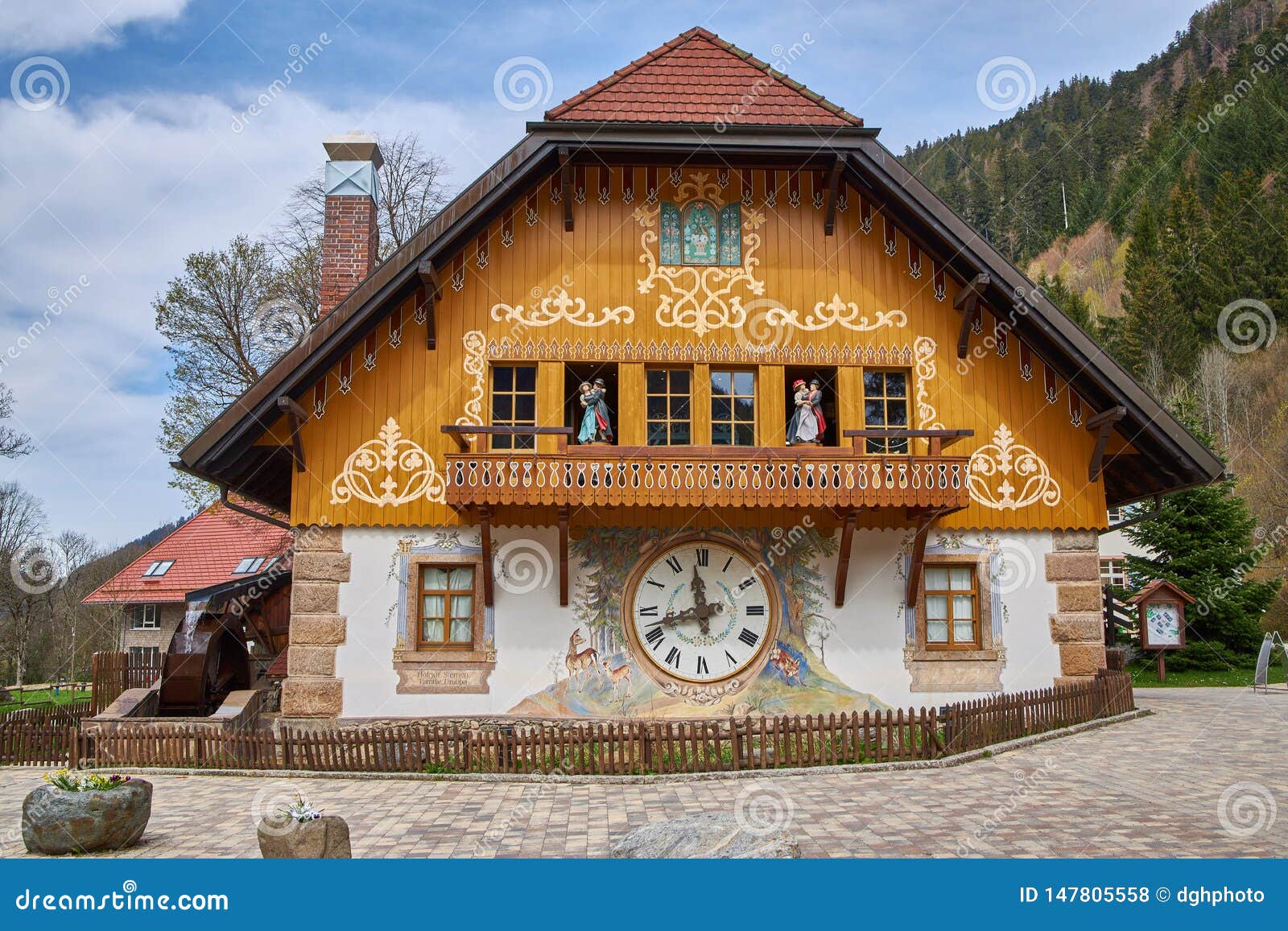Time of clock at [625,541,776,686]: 11:42
